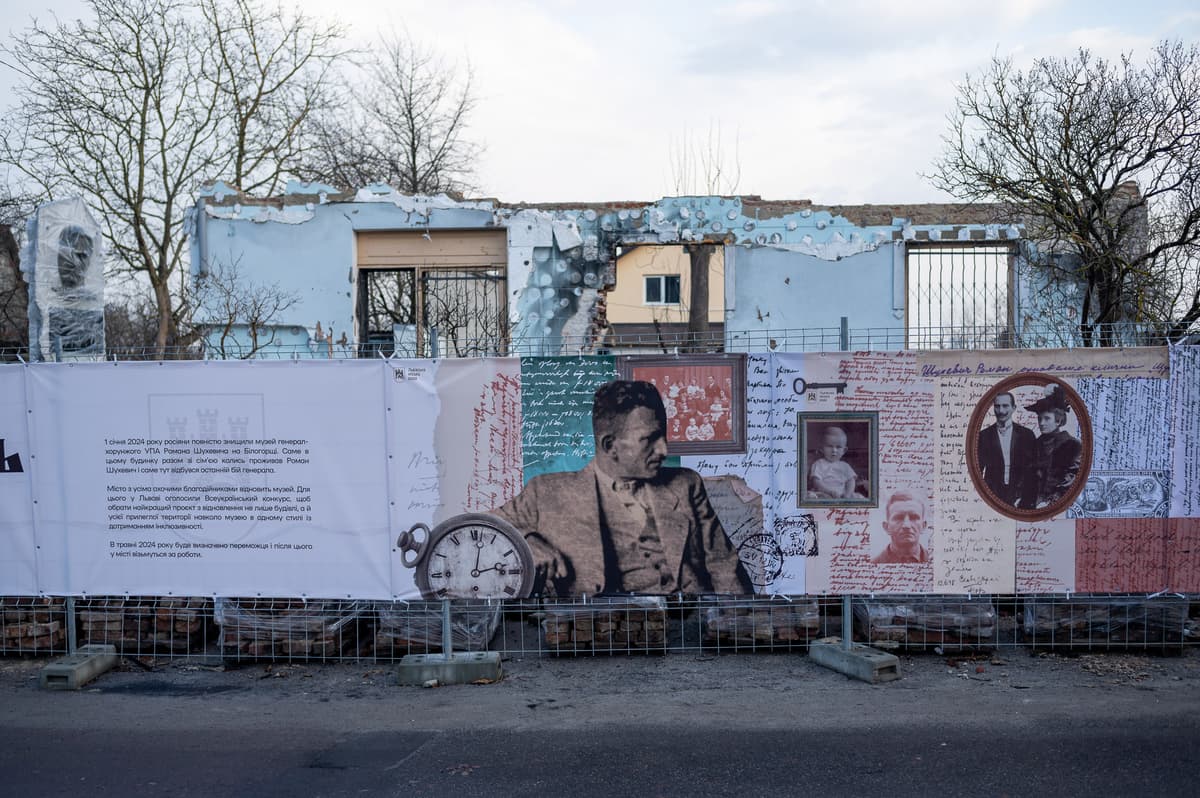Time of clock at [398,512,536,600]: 3:01
